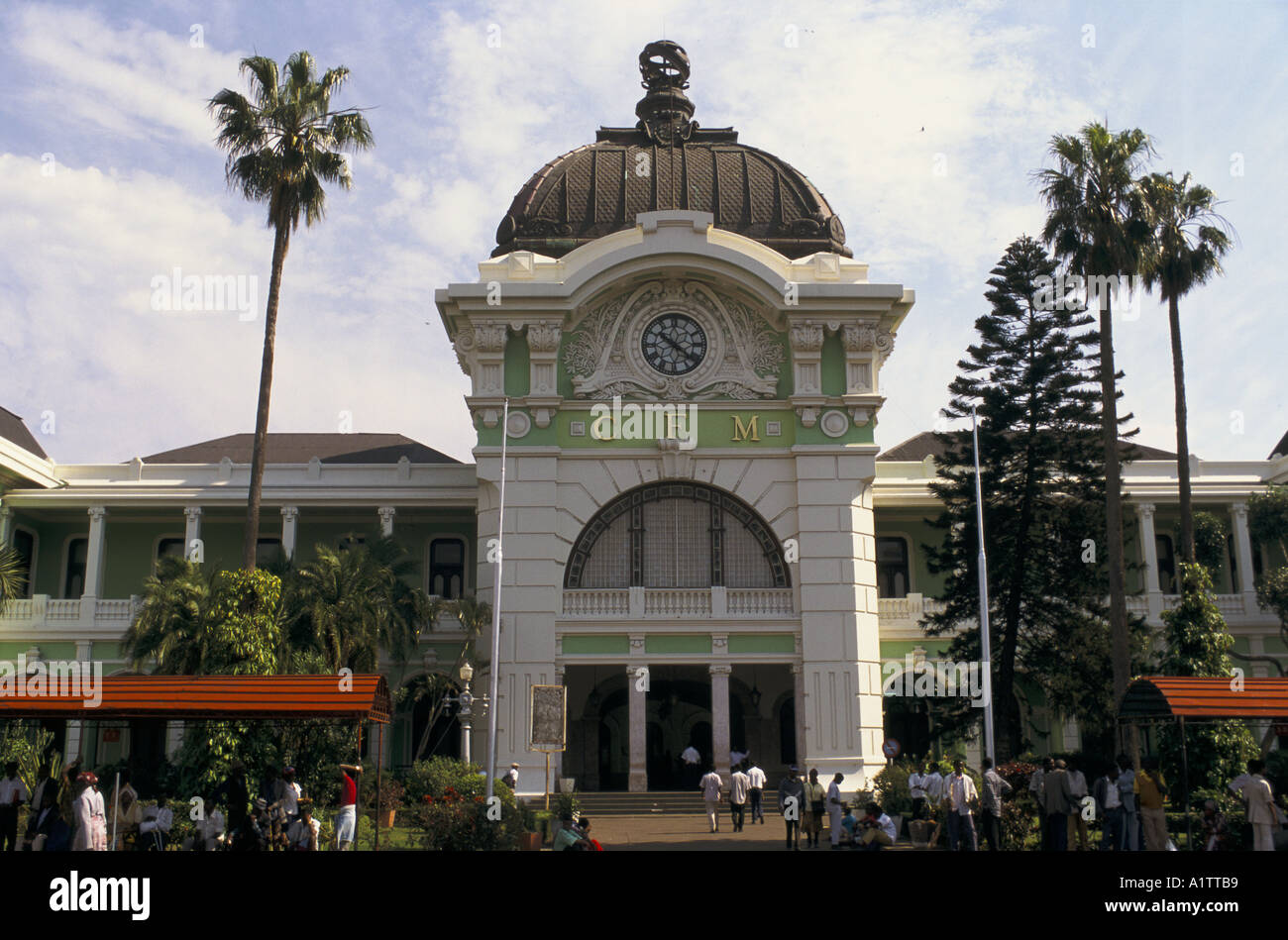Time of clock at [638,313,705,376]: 10:21
